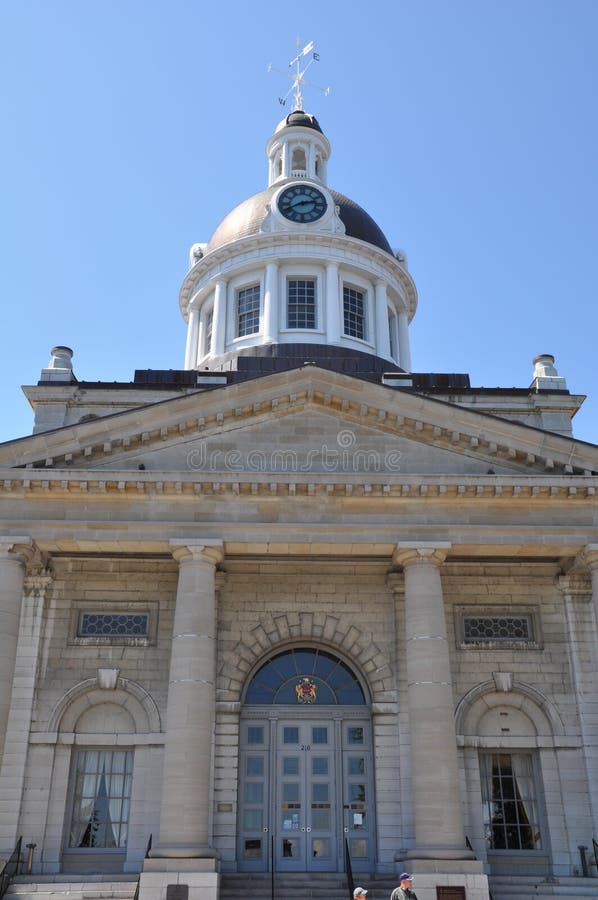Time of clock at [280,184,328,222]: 2:40
